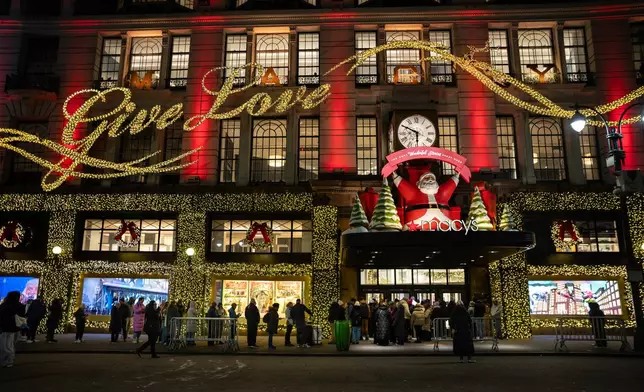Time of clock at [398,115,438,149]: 5:49
